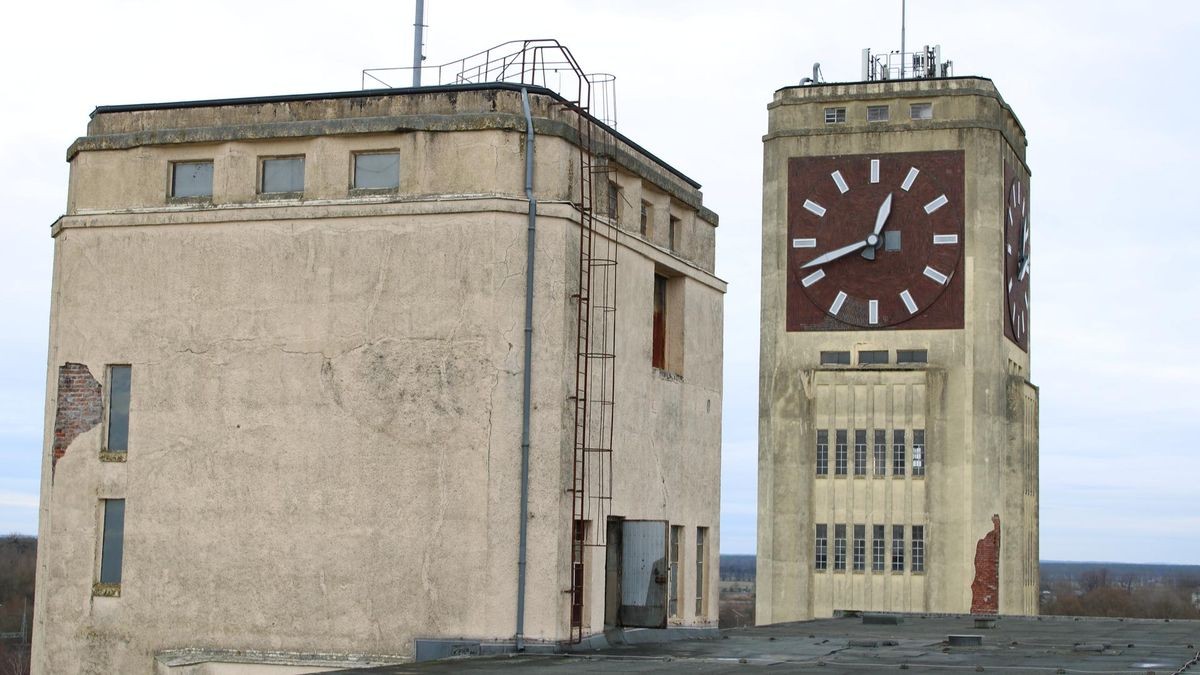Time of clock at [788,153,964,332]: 12:41
